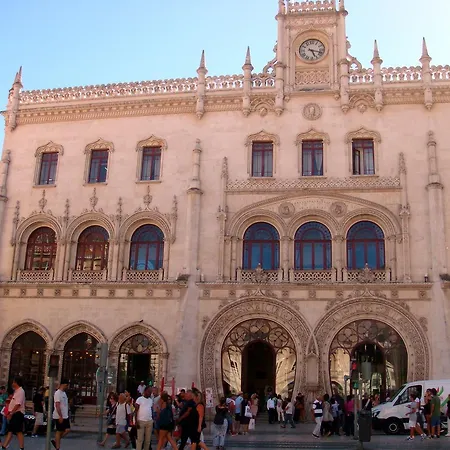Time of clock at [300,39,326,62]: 5:17
